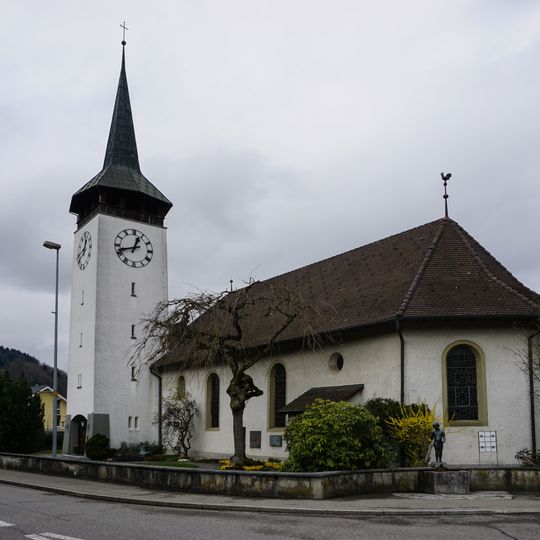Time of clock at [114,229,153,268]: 12:42
